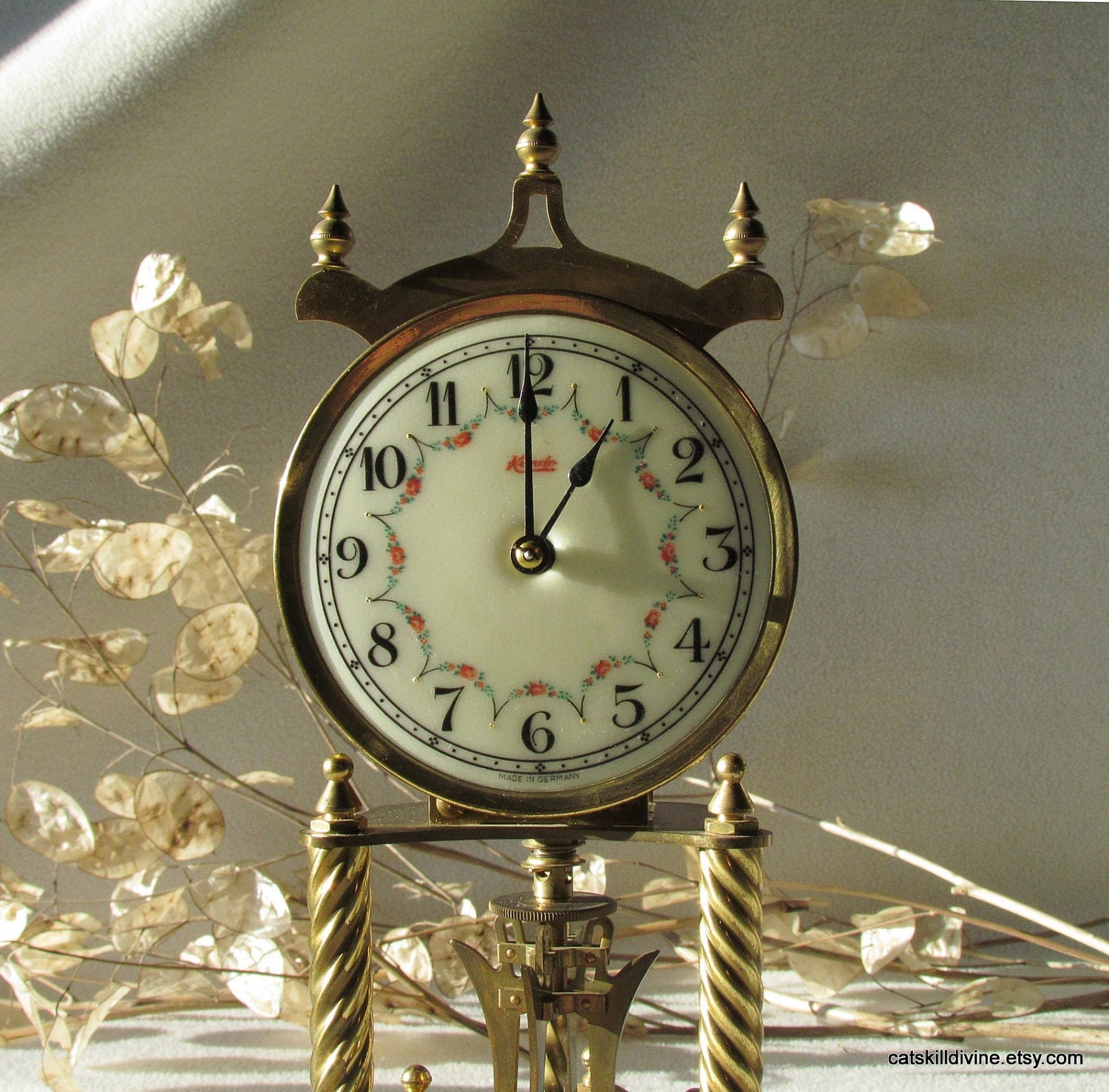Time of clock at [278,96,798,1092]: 1:00
